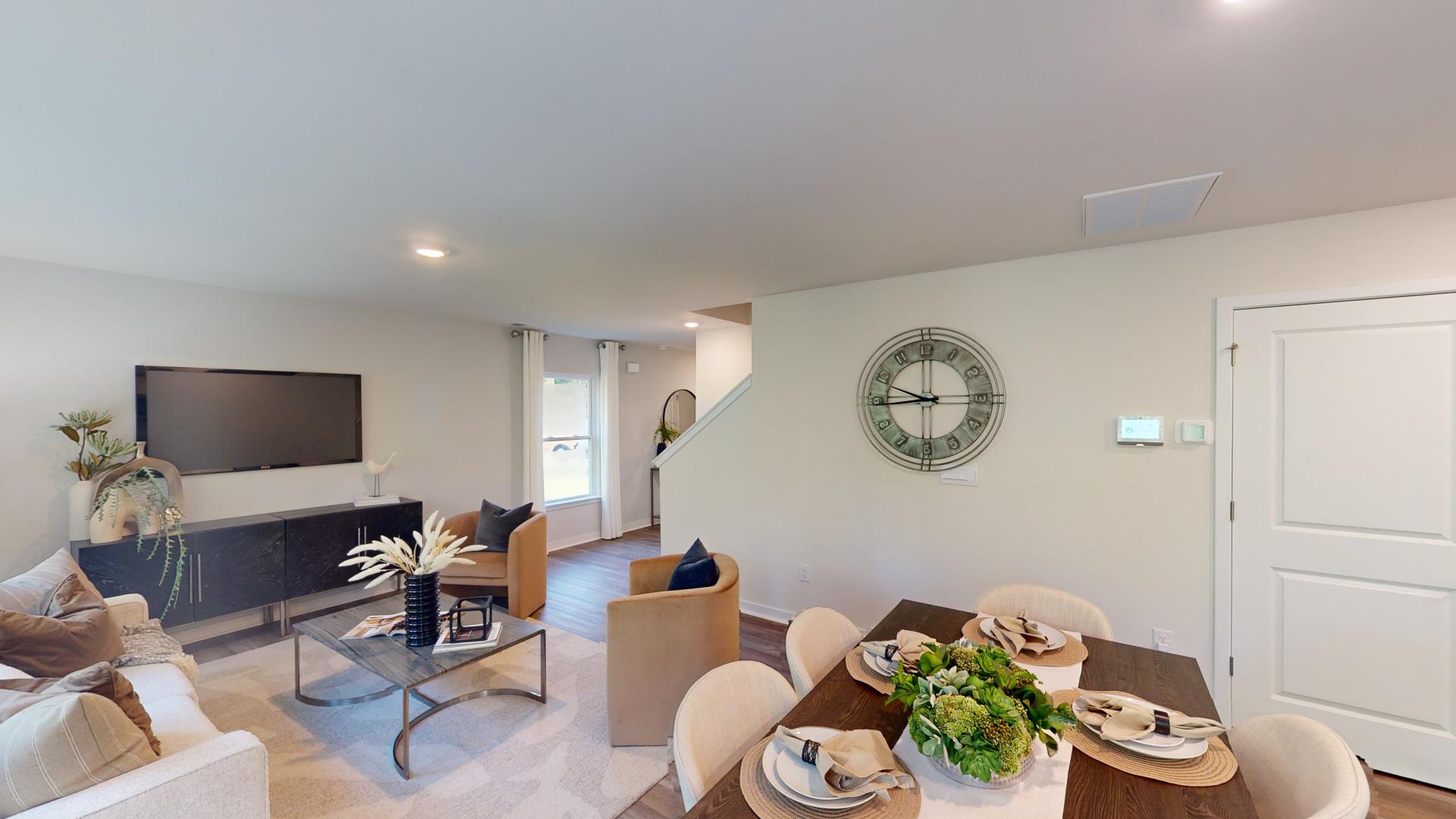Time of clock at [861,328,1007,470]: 9:44
